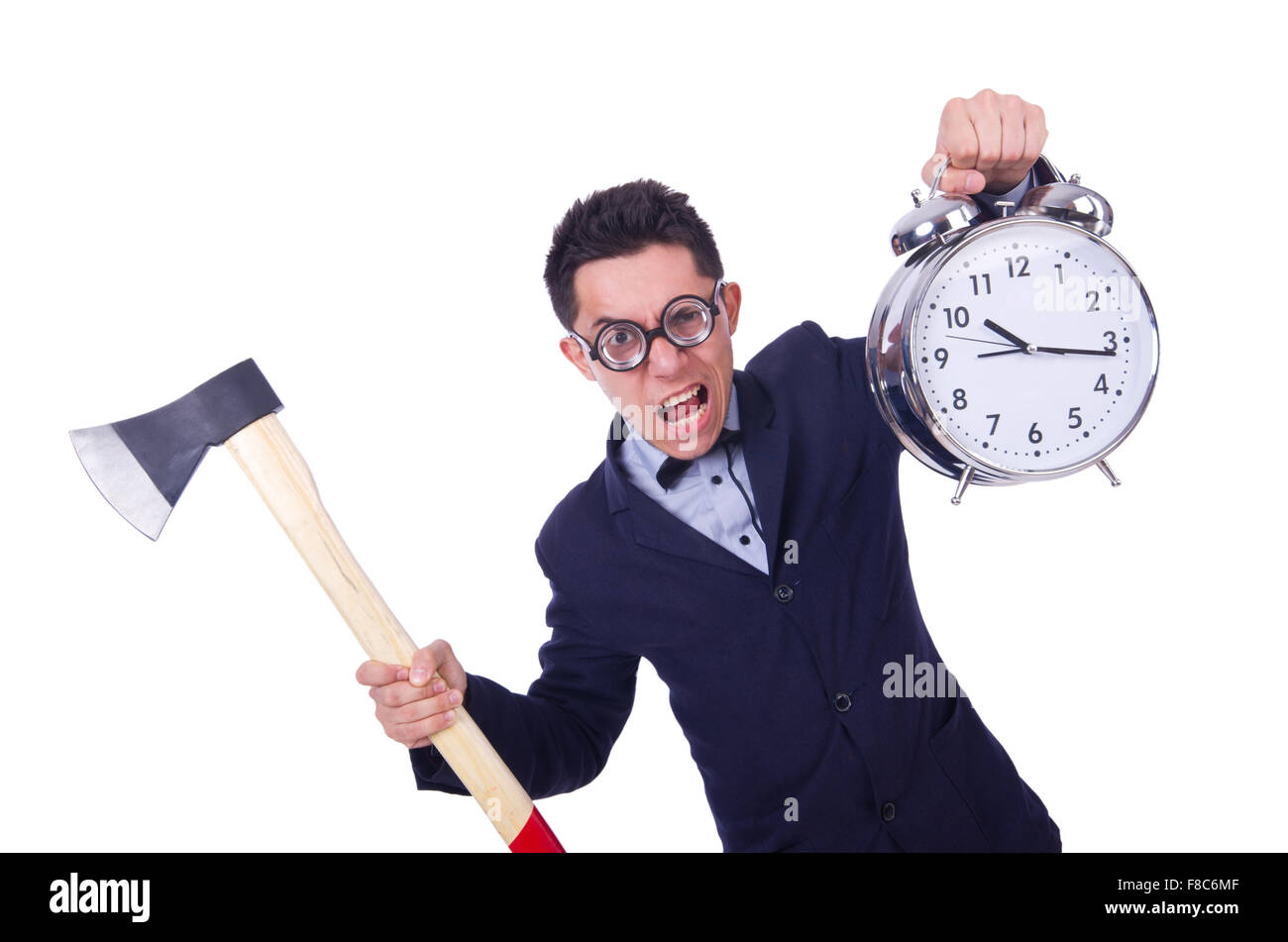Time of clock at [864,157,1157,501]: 10:16
